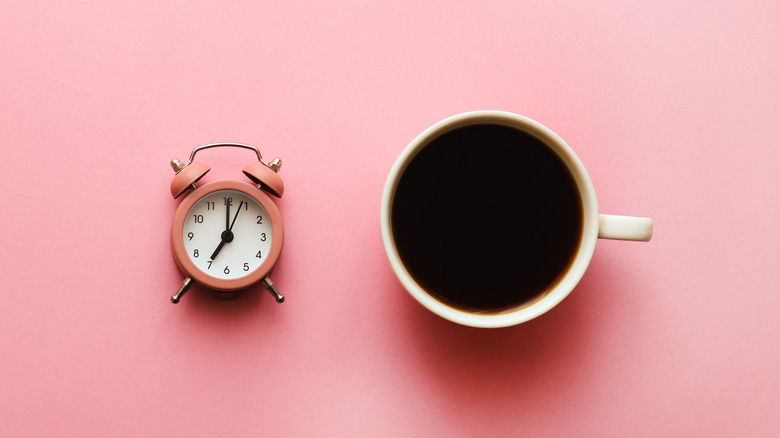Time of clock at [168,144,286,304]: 7:00
